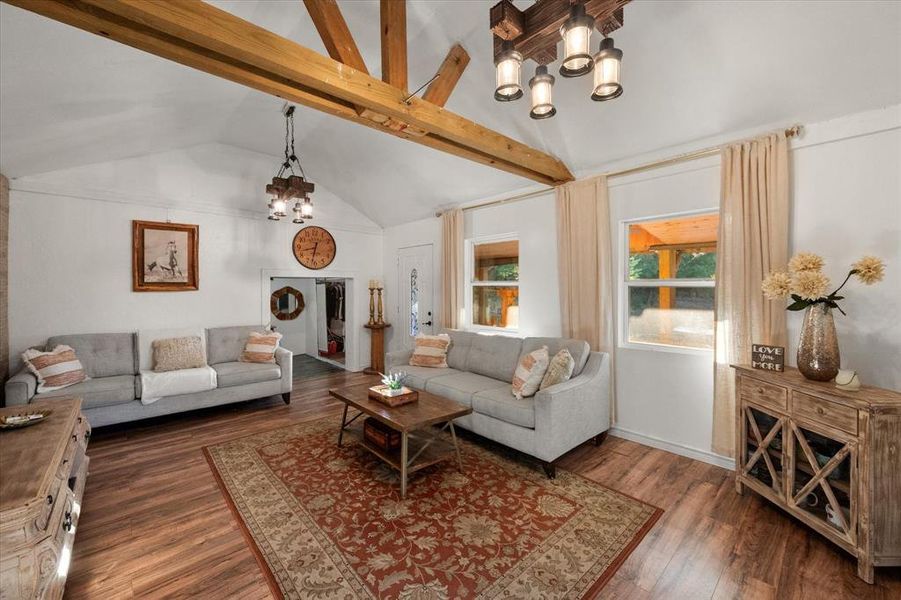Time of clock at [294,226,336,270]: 8:32
